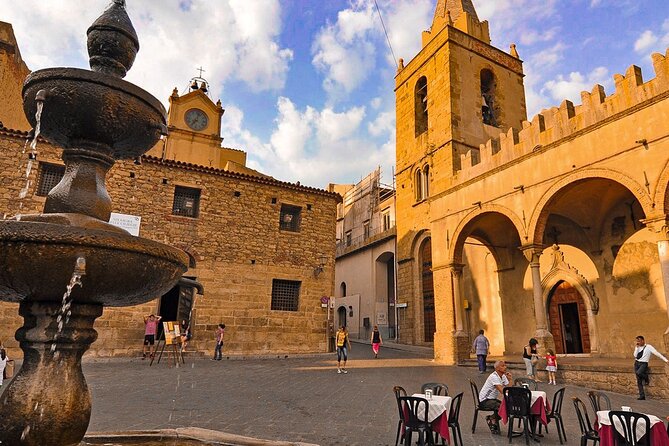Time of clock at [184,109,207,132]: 7:03
